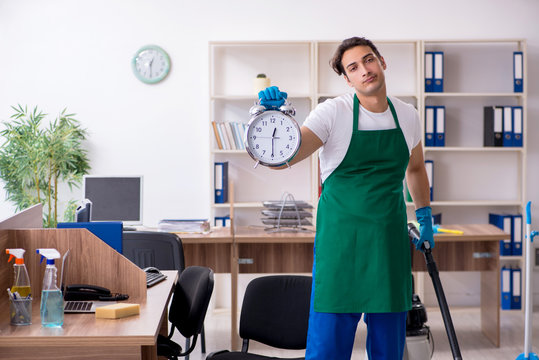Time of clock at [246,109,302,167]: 12:29
